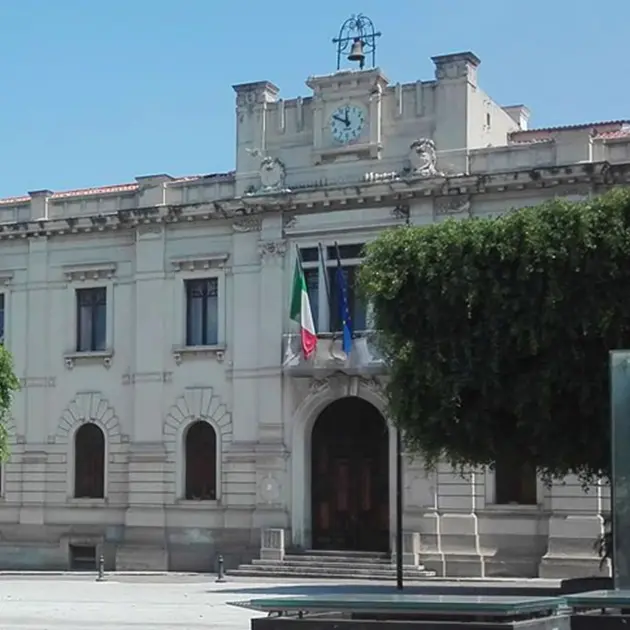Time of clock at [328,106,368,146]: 11:49
